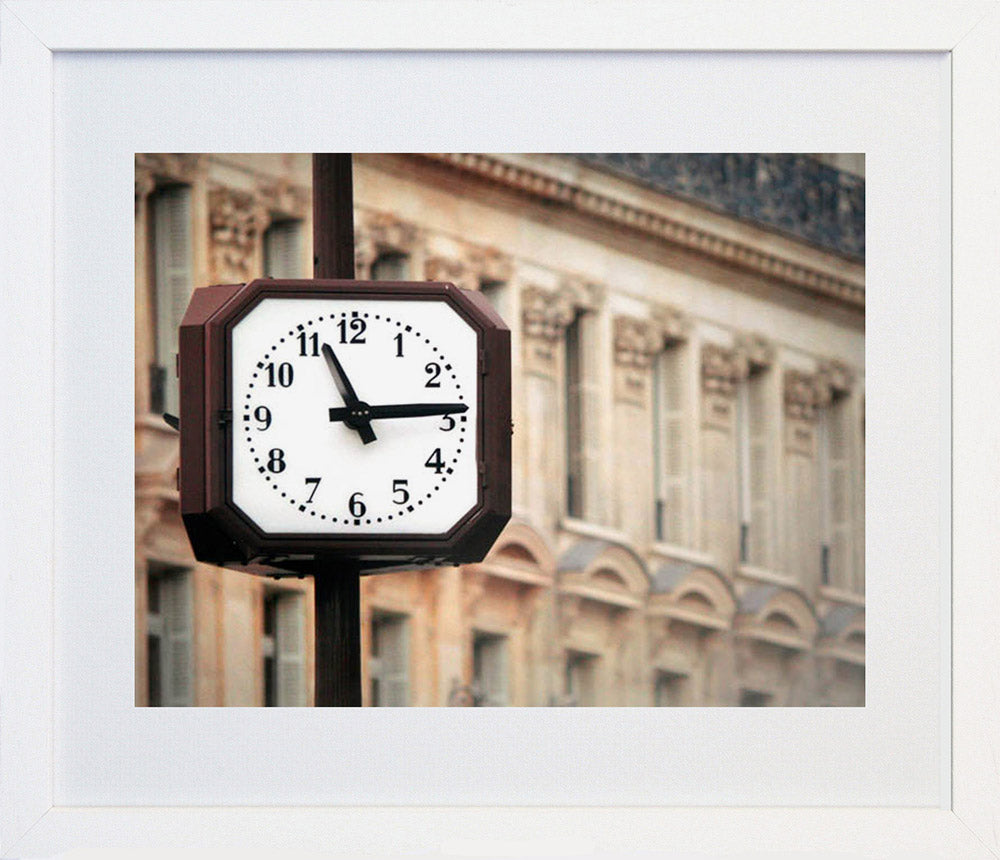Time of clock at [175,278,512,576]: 11:13
